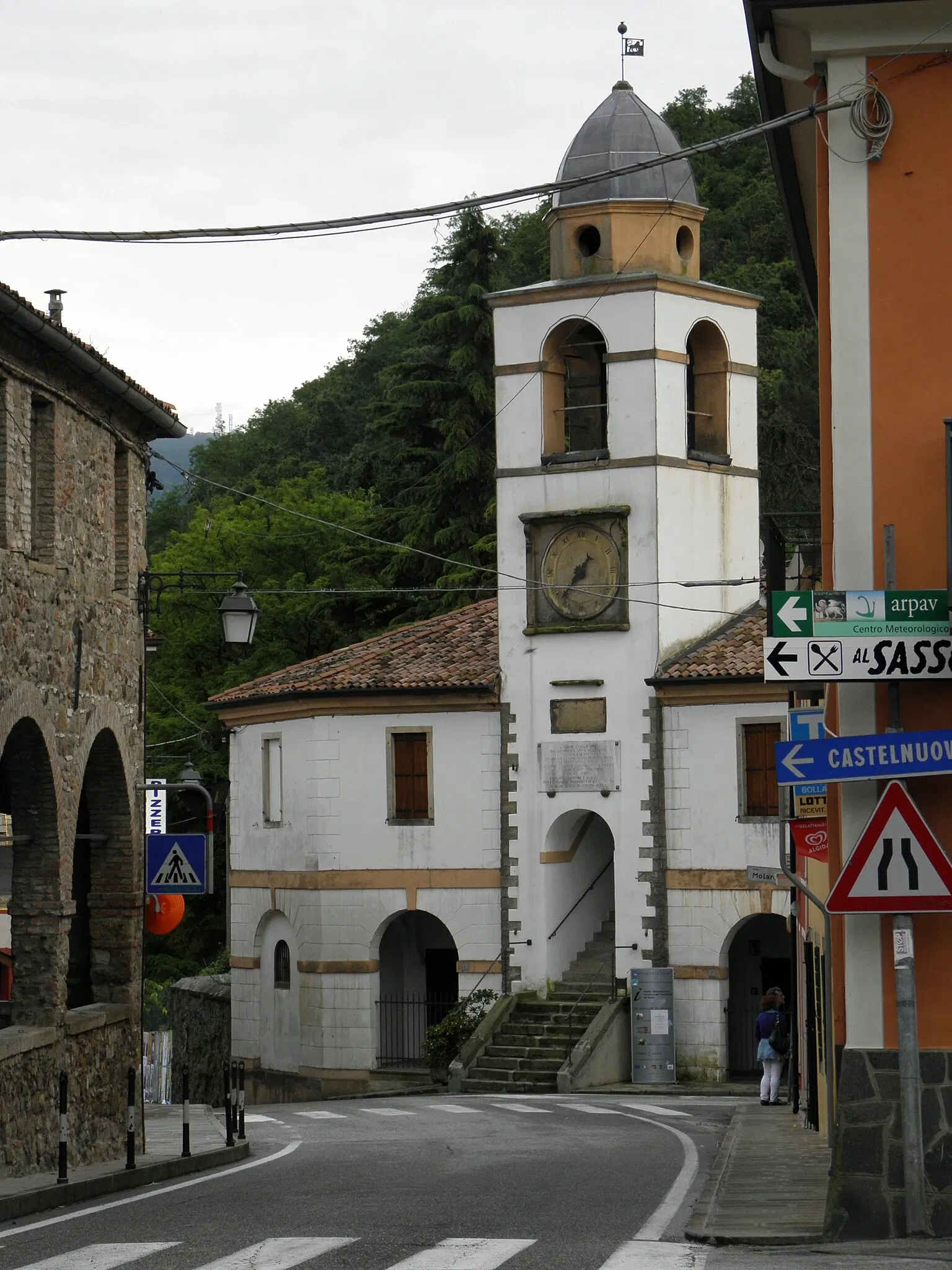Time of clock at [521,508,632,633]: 7:36
